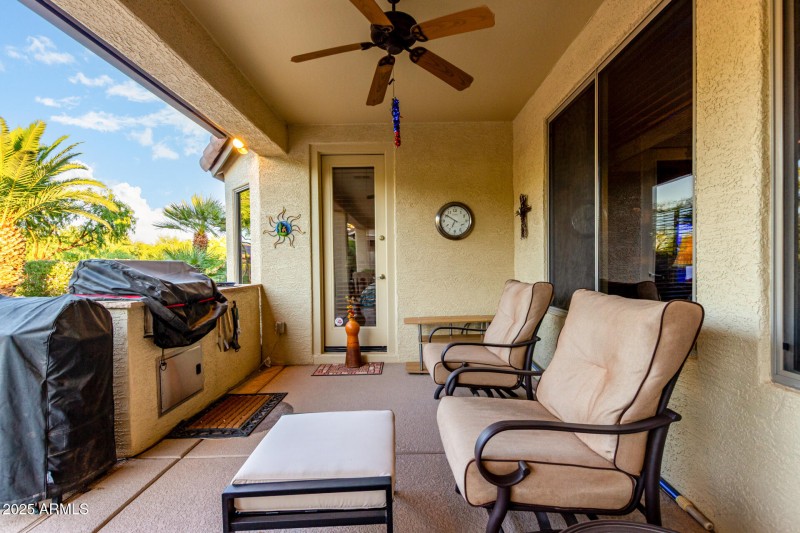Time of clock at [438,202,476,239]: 6:50
